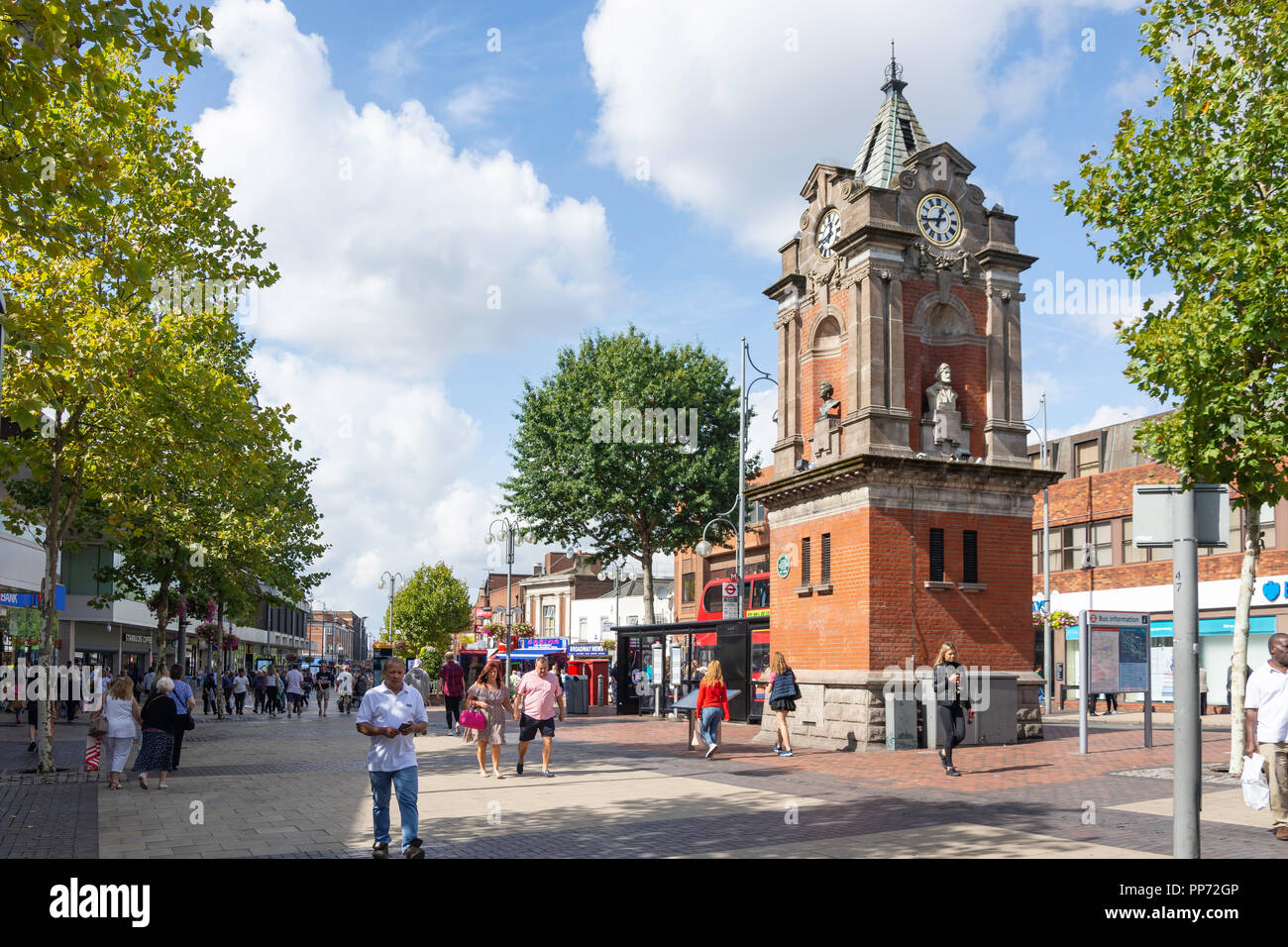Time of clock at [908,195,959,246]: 12:43
